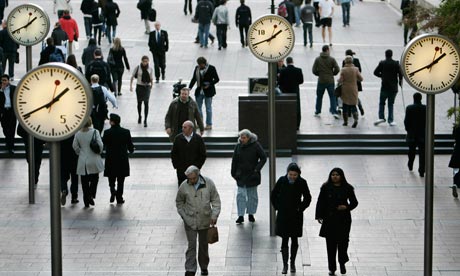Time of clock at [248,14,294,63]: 1:41
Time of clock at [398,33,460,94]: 1:41
